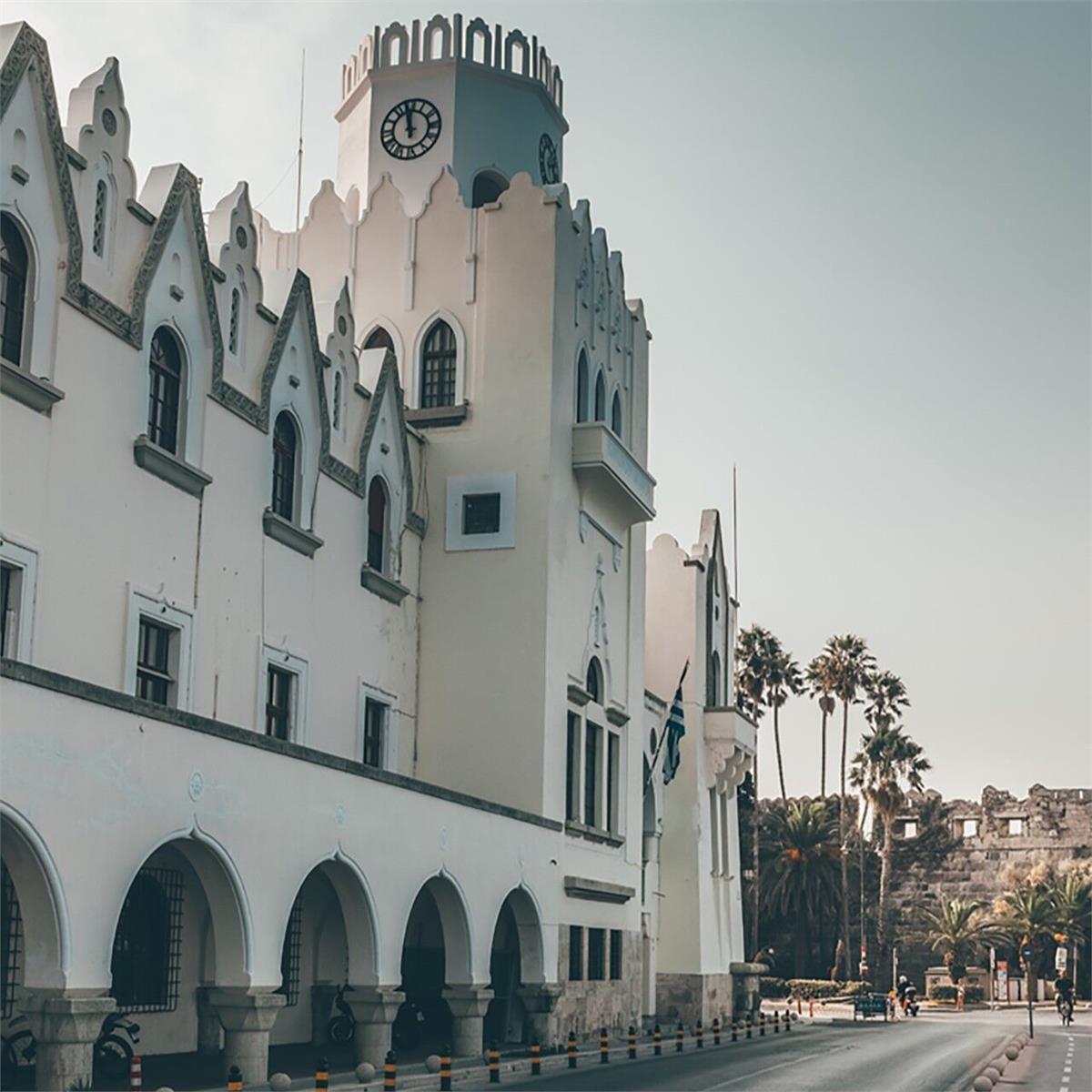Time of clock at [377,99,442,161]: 11:58
